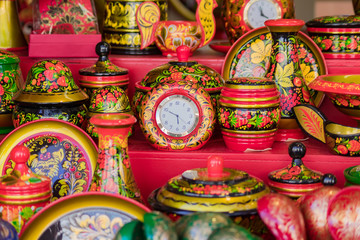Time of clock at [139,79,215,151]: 5:49
